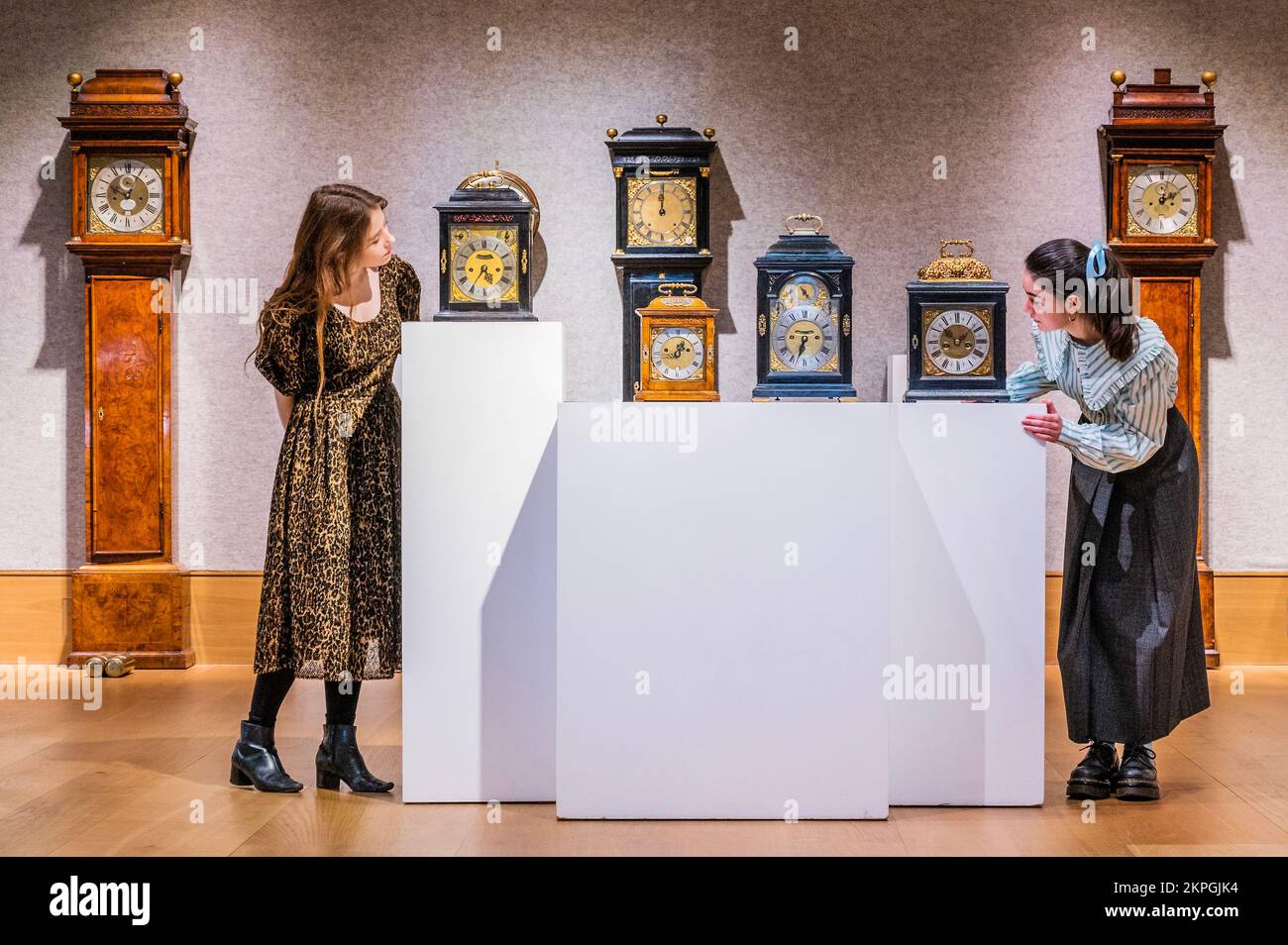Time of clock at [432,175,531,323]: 4:35
